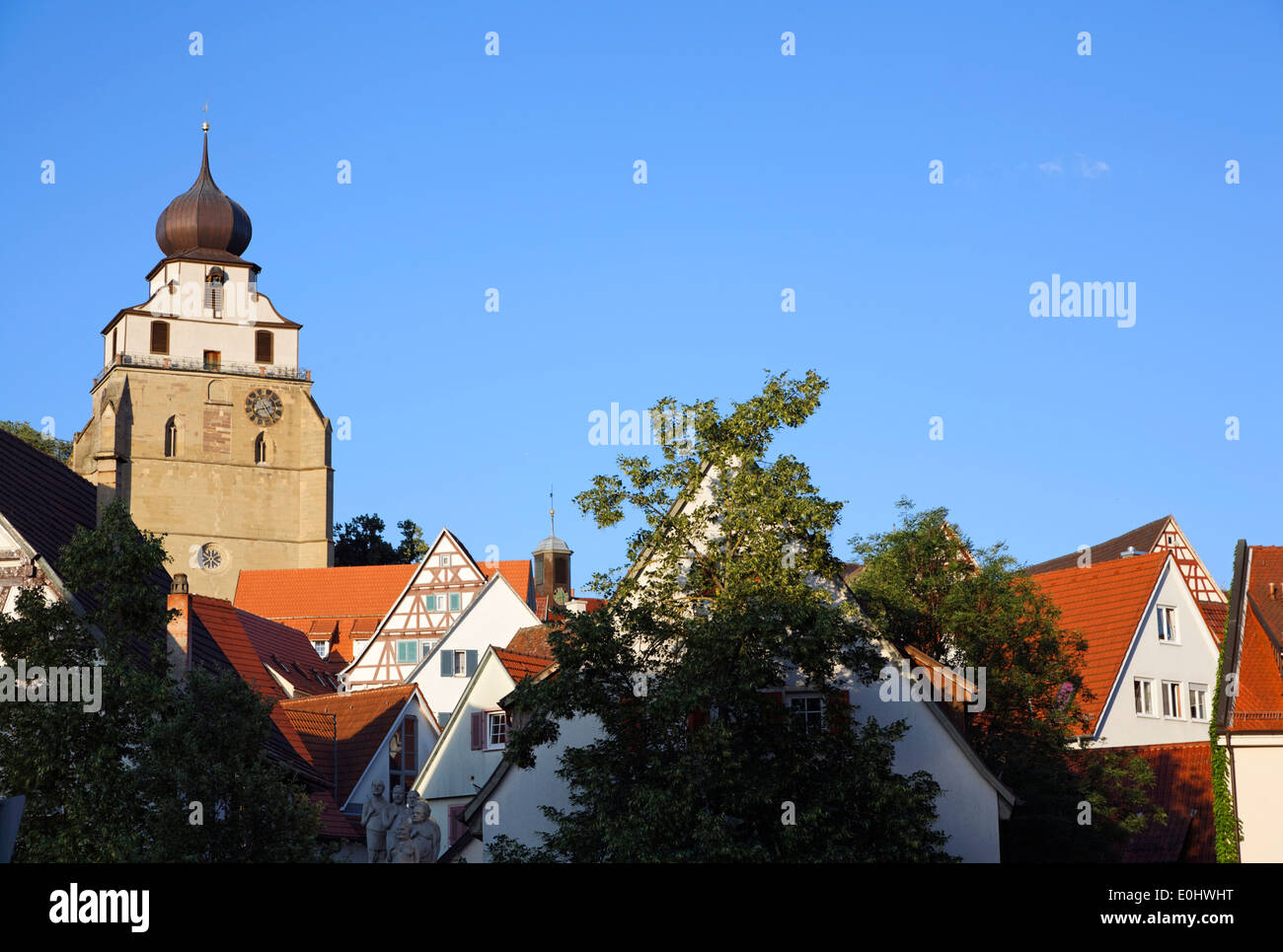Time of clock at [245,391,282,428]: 8:24
